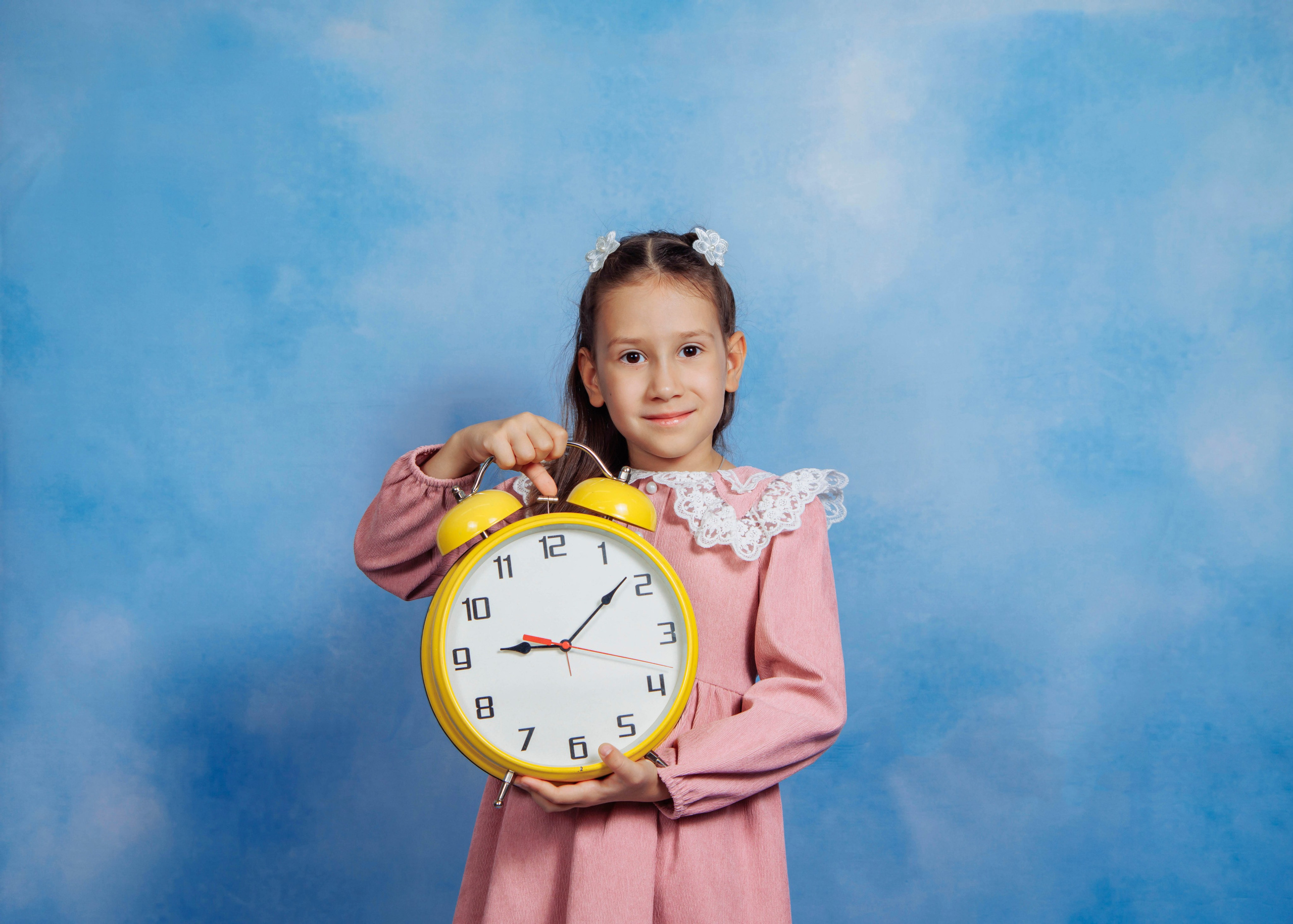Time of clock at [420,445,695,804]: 9:08
